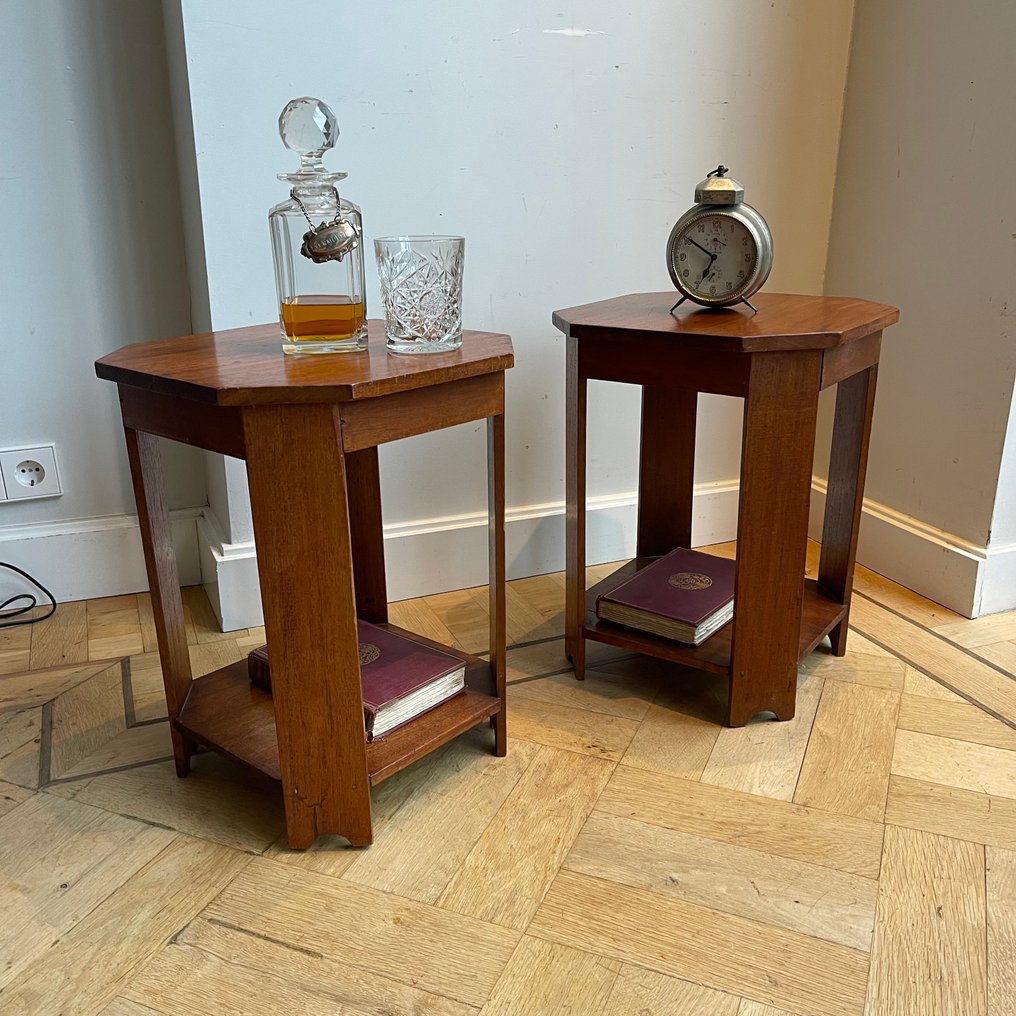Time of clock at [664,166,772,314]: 6:50
